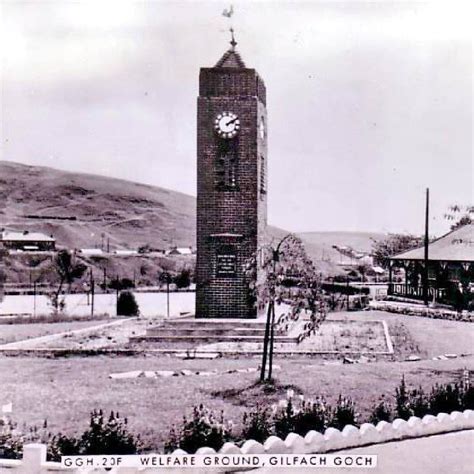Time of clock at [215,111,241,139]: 2:09
